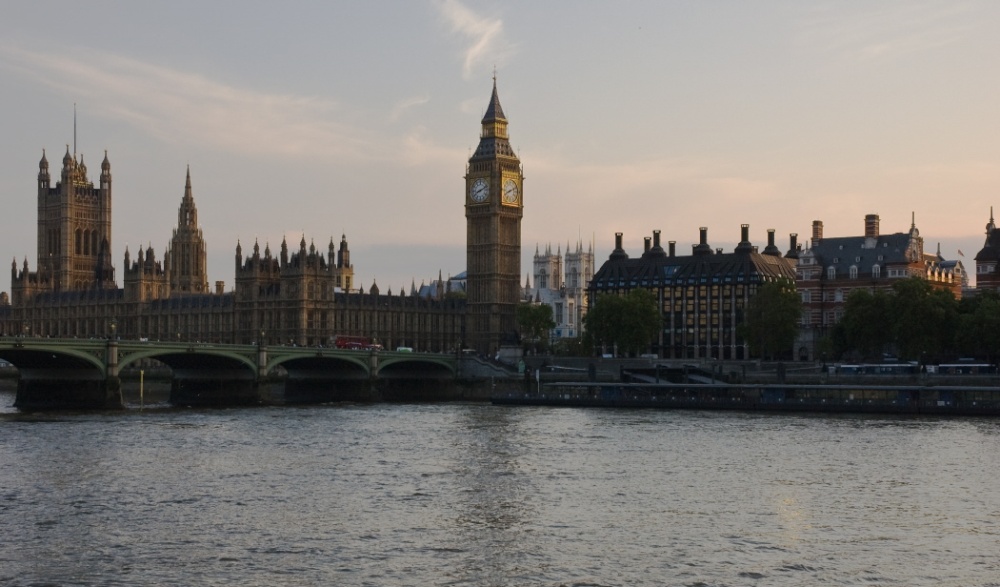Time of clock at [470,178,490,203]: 8:11
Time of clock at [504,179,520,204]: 8:11
